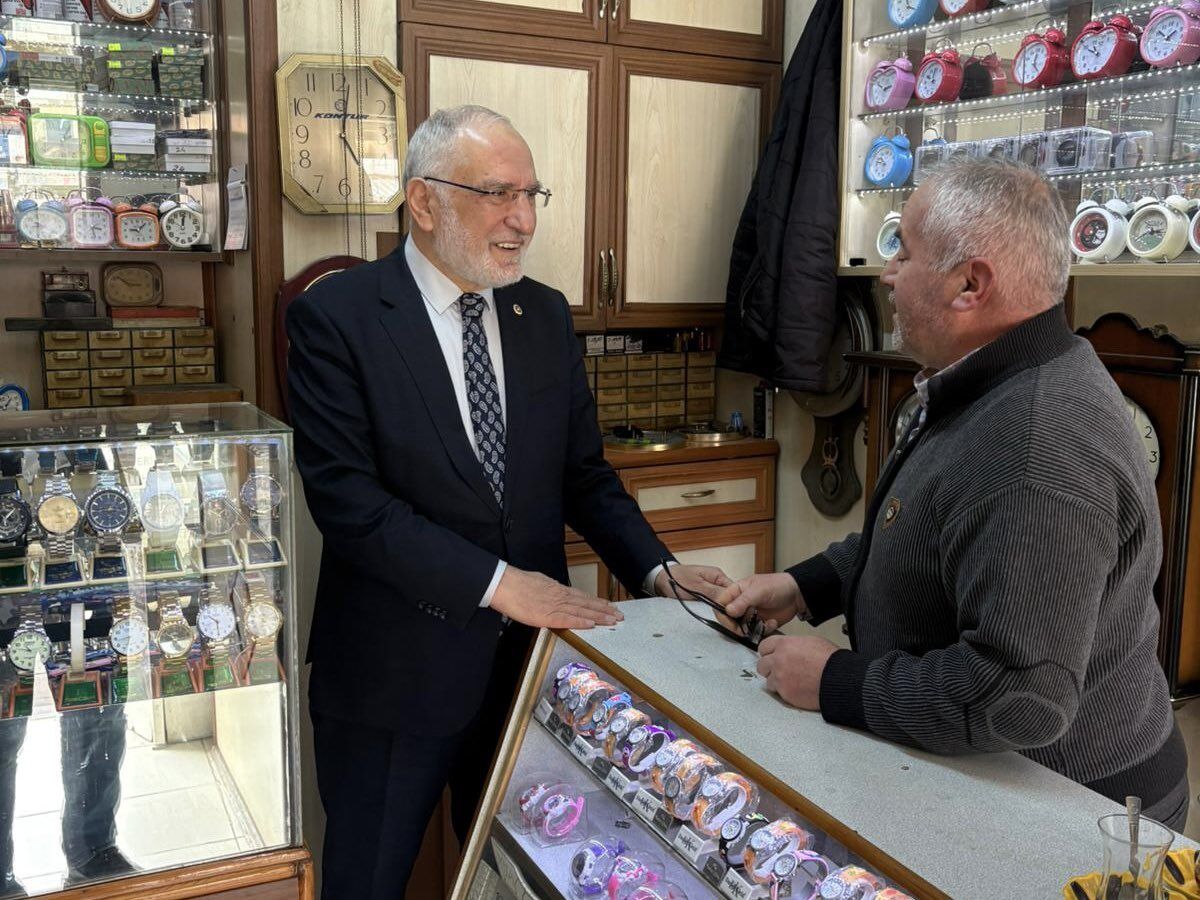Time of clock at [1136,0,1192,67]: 1:51
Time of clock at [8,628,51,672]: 10:46
